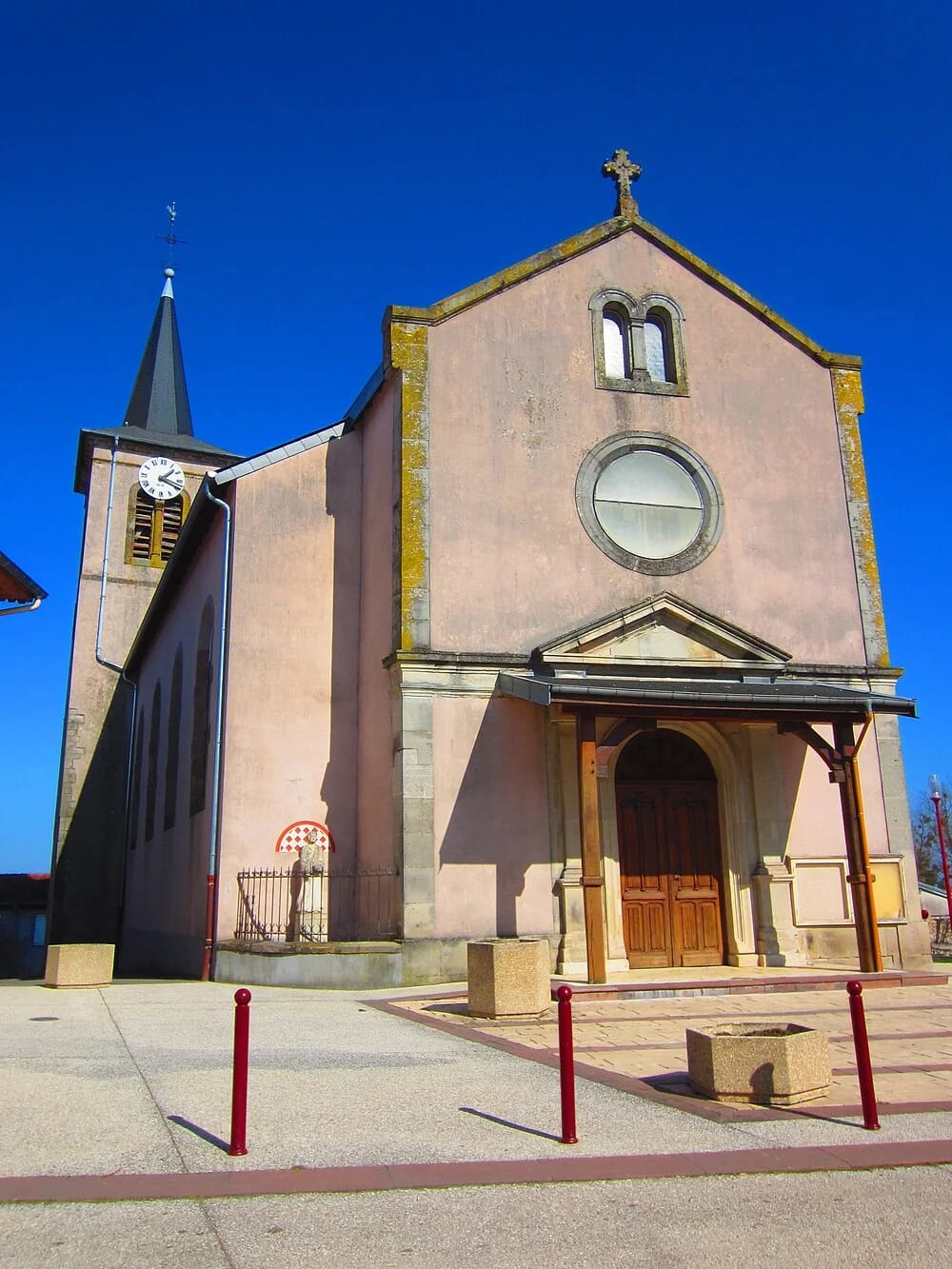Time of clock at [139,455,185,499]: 1:18
